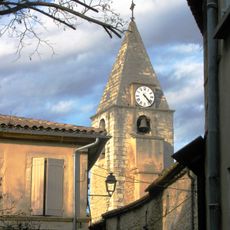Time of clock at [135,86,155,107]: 4:22
